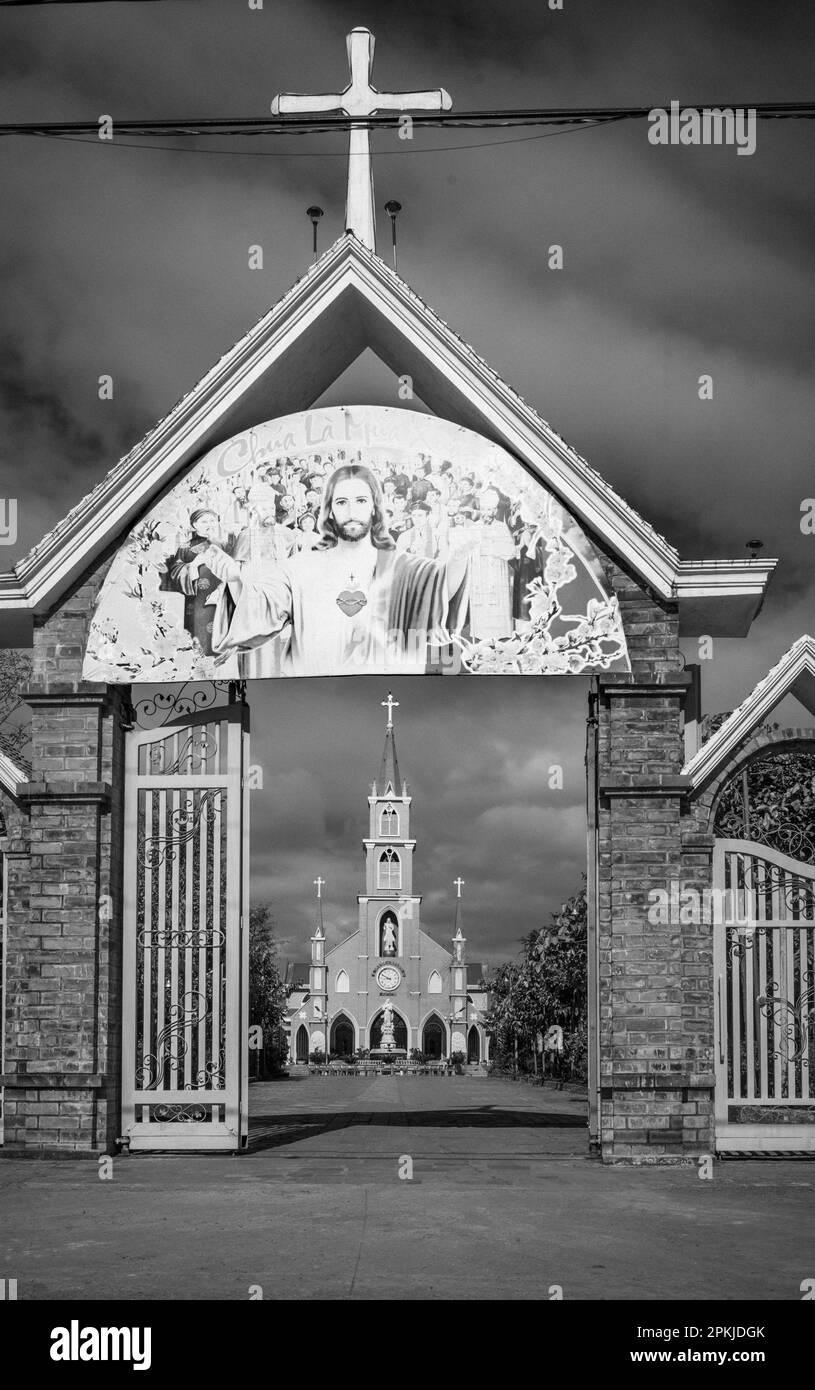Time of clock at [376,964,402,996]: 8:49
